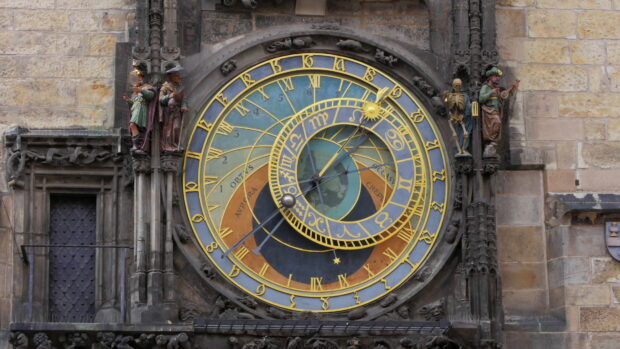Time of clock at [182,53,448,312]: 1:37
